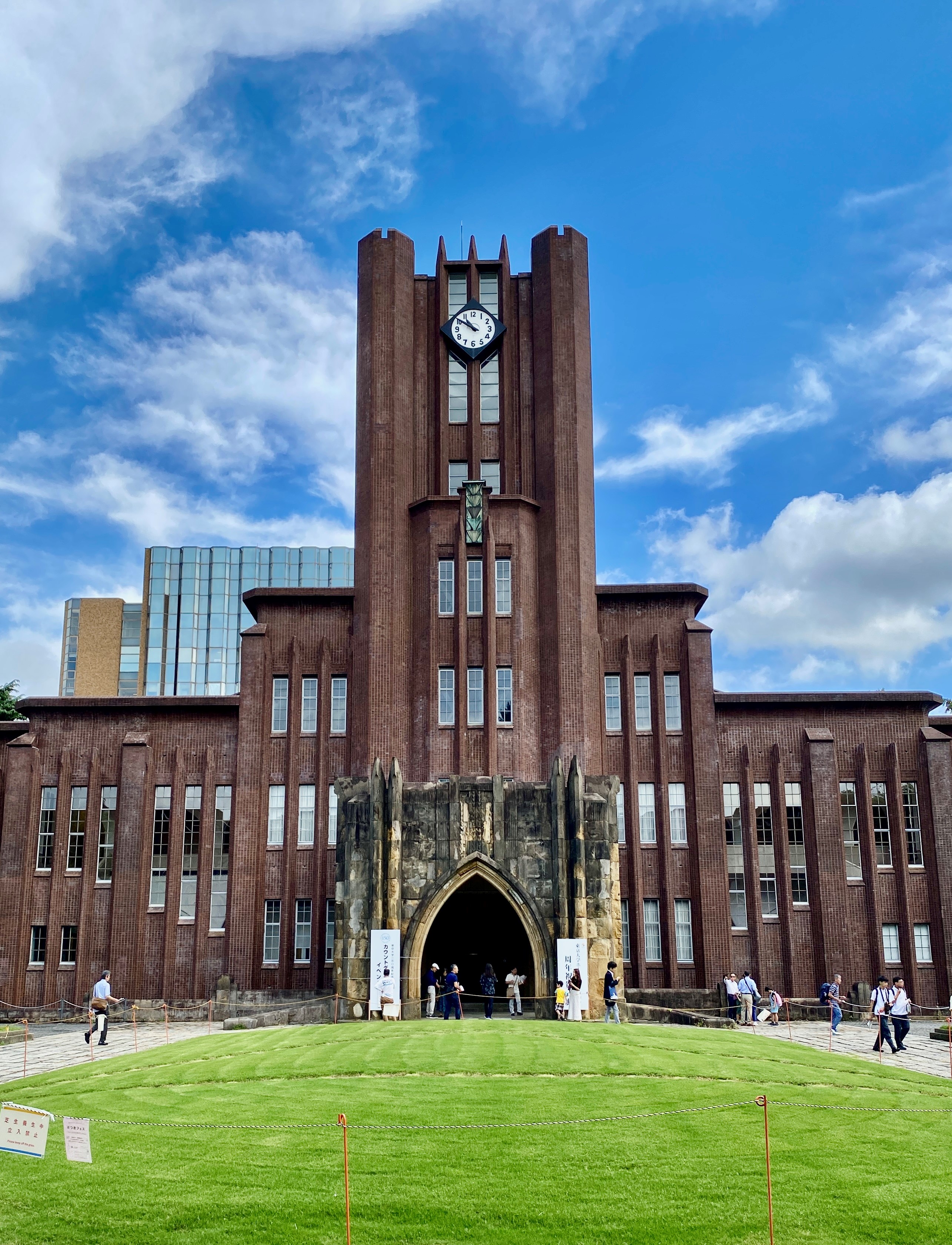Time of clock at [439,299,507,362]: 10:50
